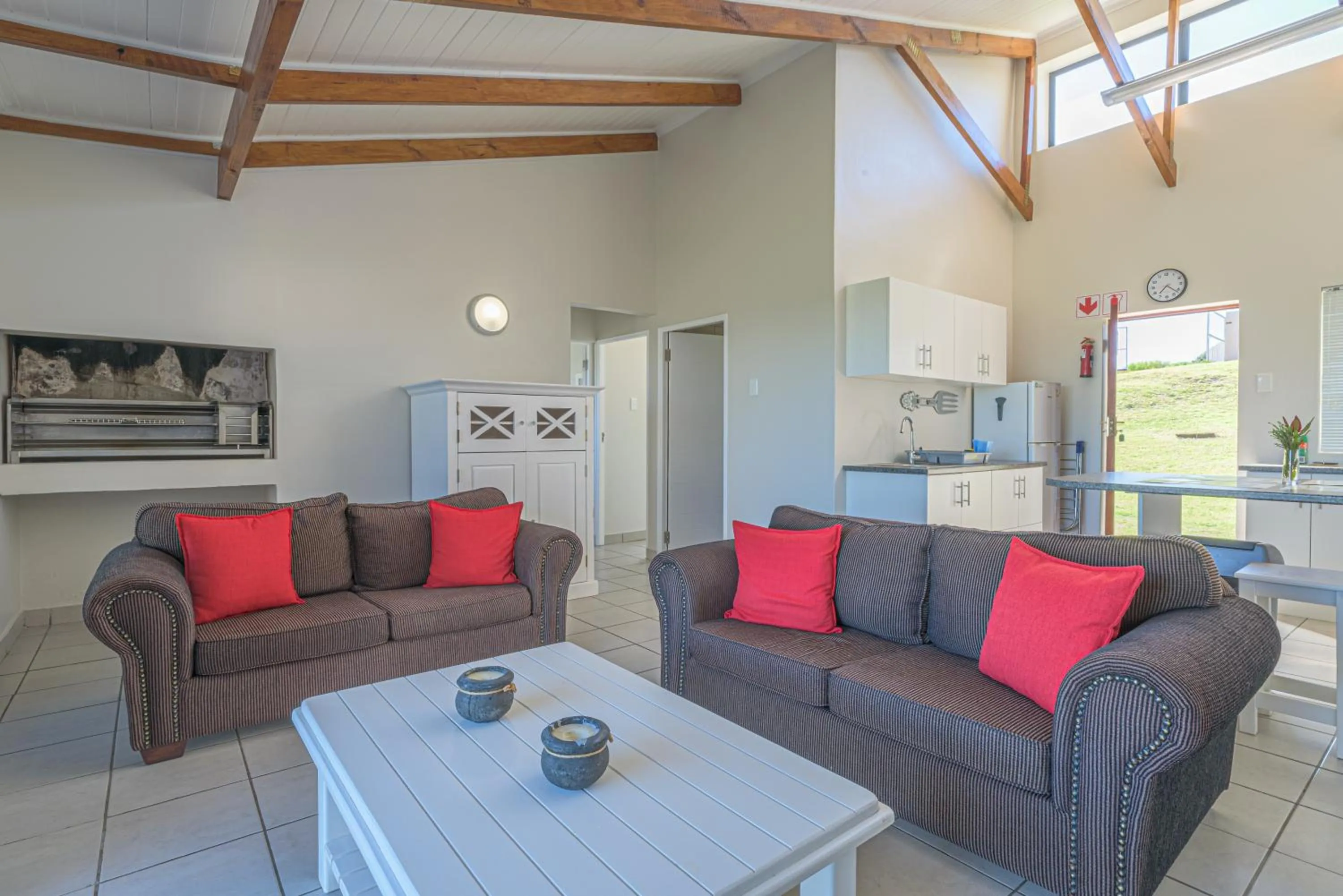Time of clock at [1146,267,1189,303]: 7:22
